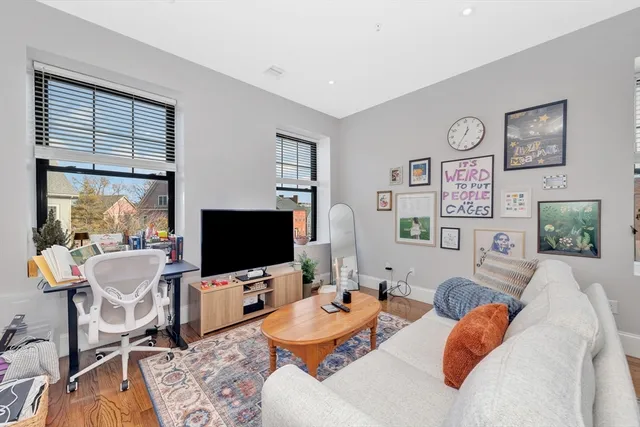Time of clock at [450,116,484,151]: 12:35
